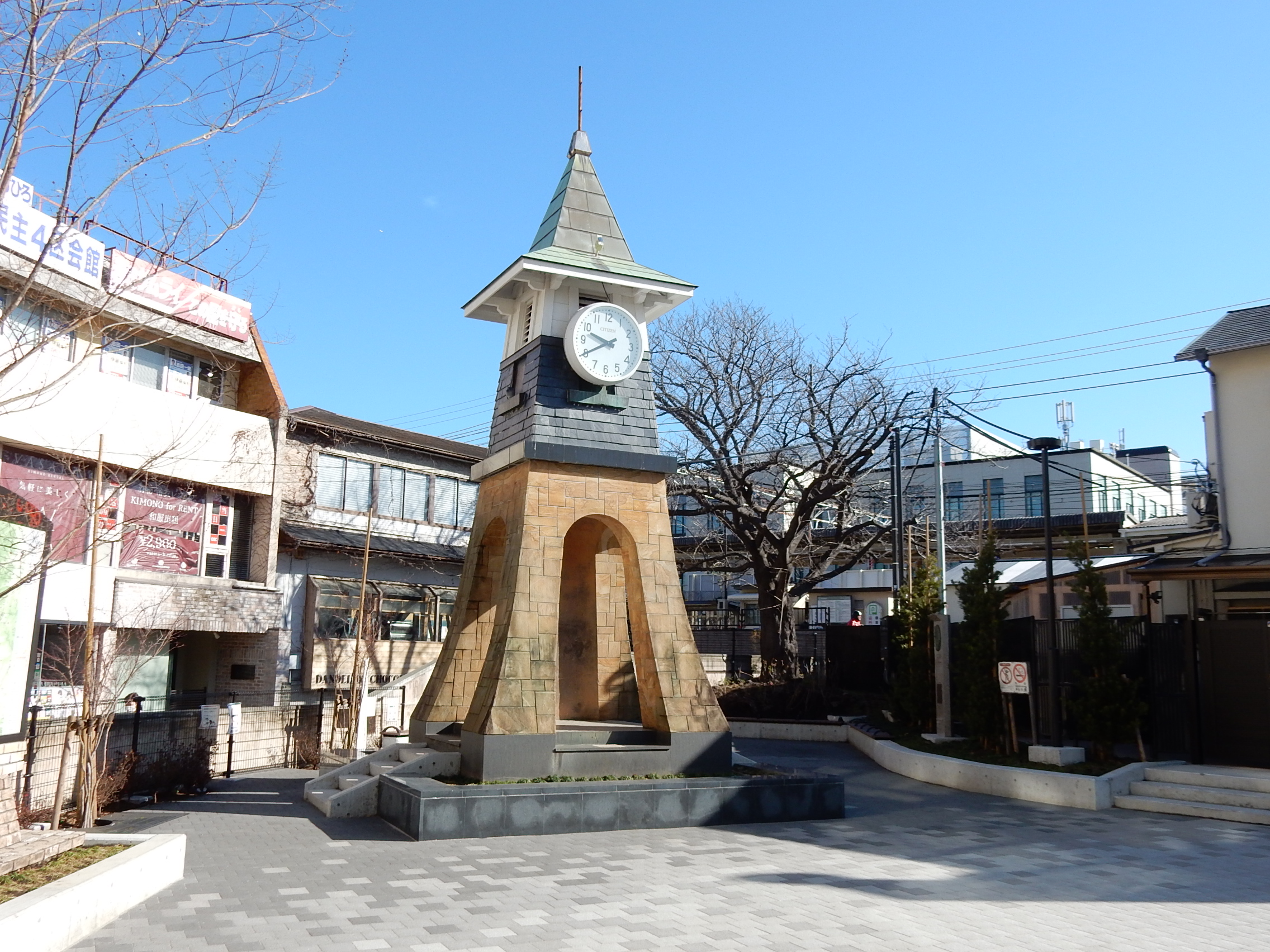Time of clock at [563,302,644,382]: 9:40
